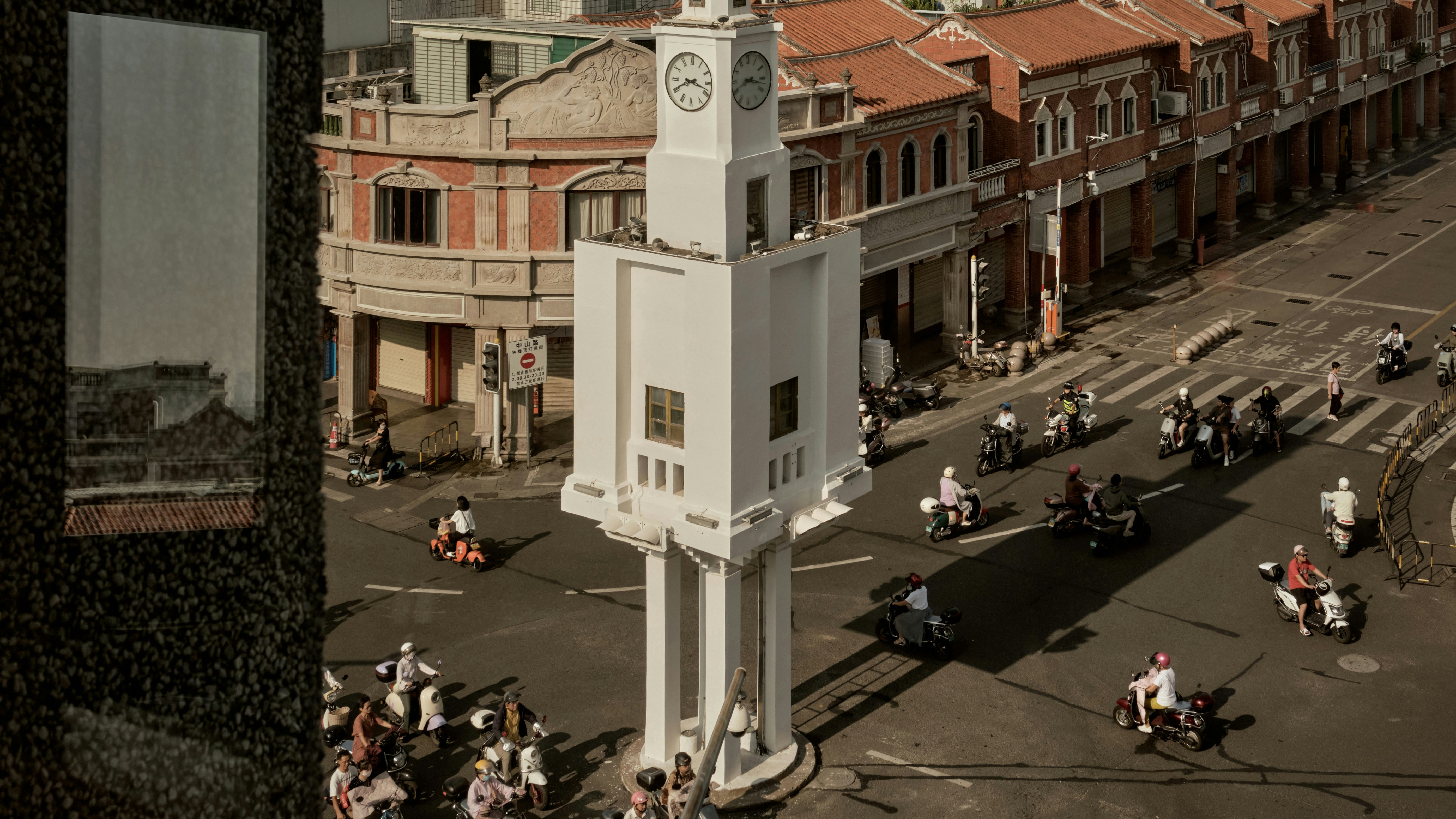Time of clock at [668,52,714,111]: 8:17
